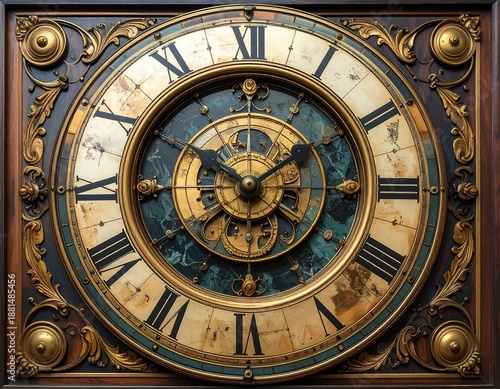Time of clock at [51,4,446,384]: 1:50
